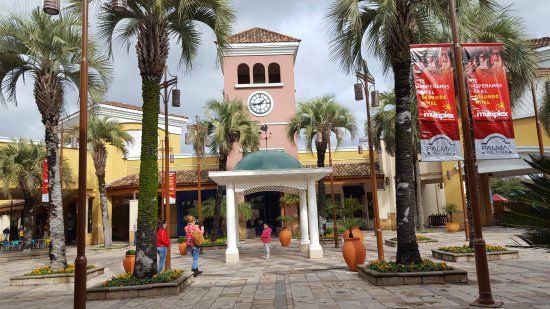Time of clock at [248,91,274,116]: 1:43
